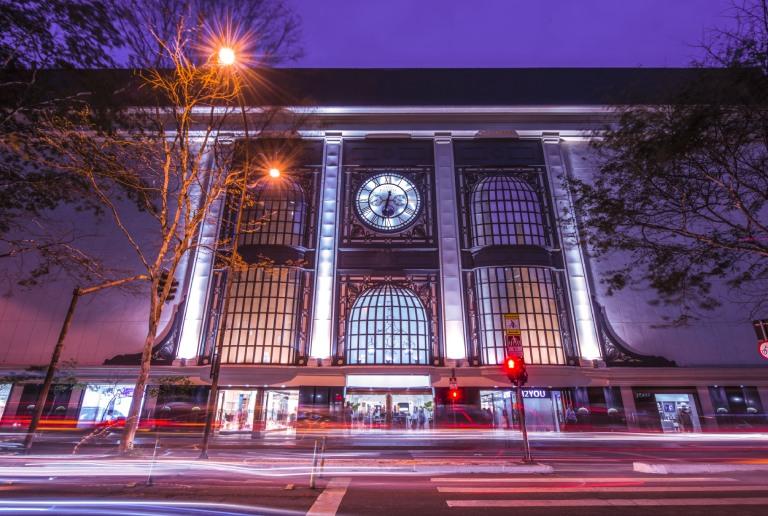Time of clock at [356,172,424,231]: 6:32
